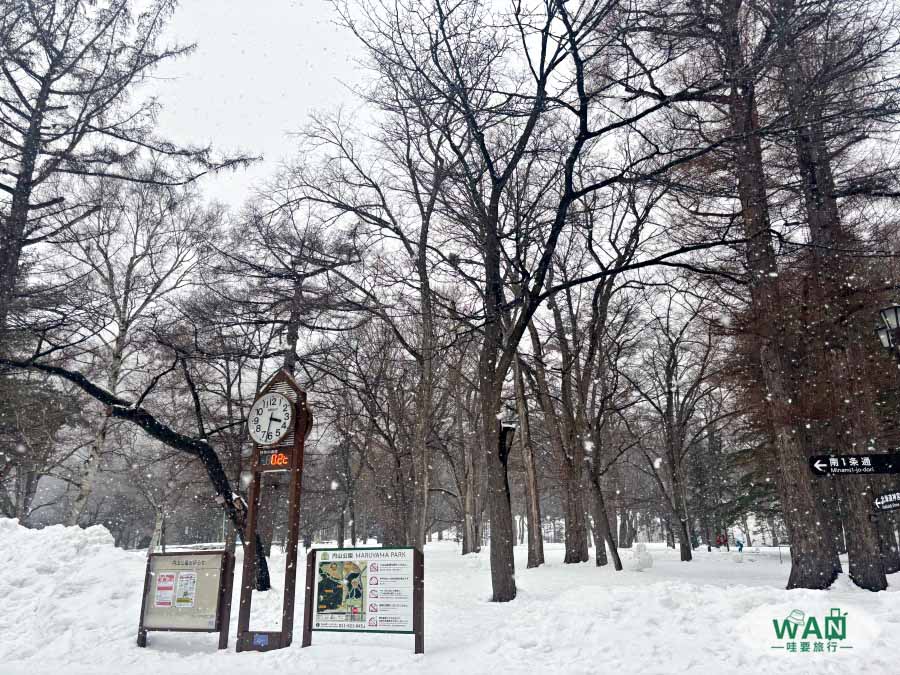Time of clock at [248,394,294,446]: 3:32
